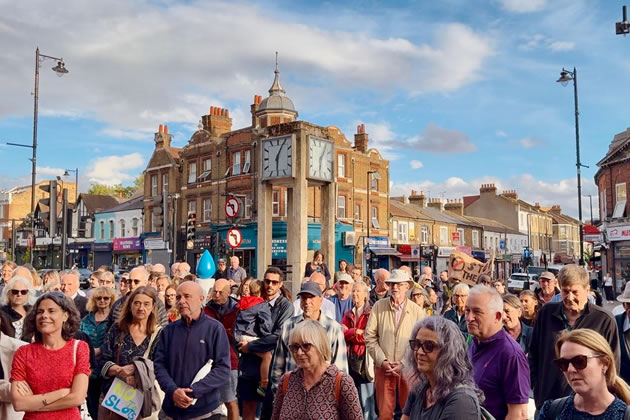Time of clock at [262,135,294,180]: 6:04
